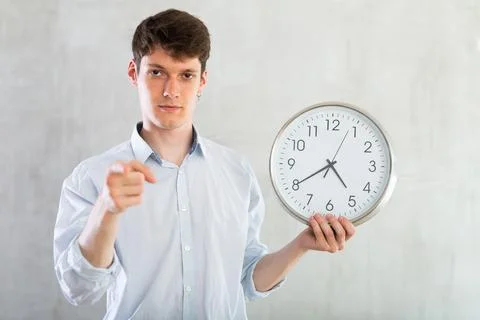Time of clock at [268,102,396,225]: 4:40
